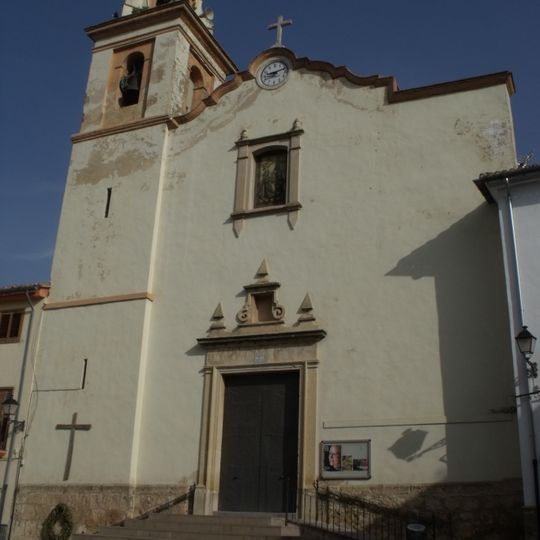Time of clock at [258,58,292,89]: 9:11
